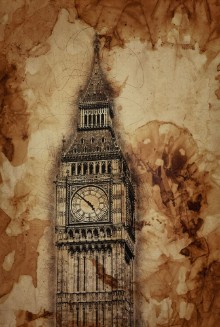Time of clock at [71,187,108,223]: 4:52
